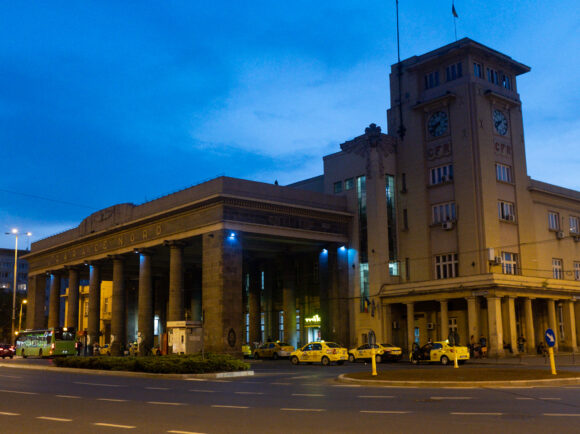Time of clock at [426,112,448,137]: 8:38
